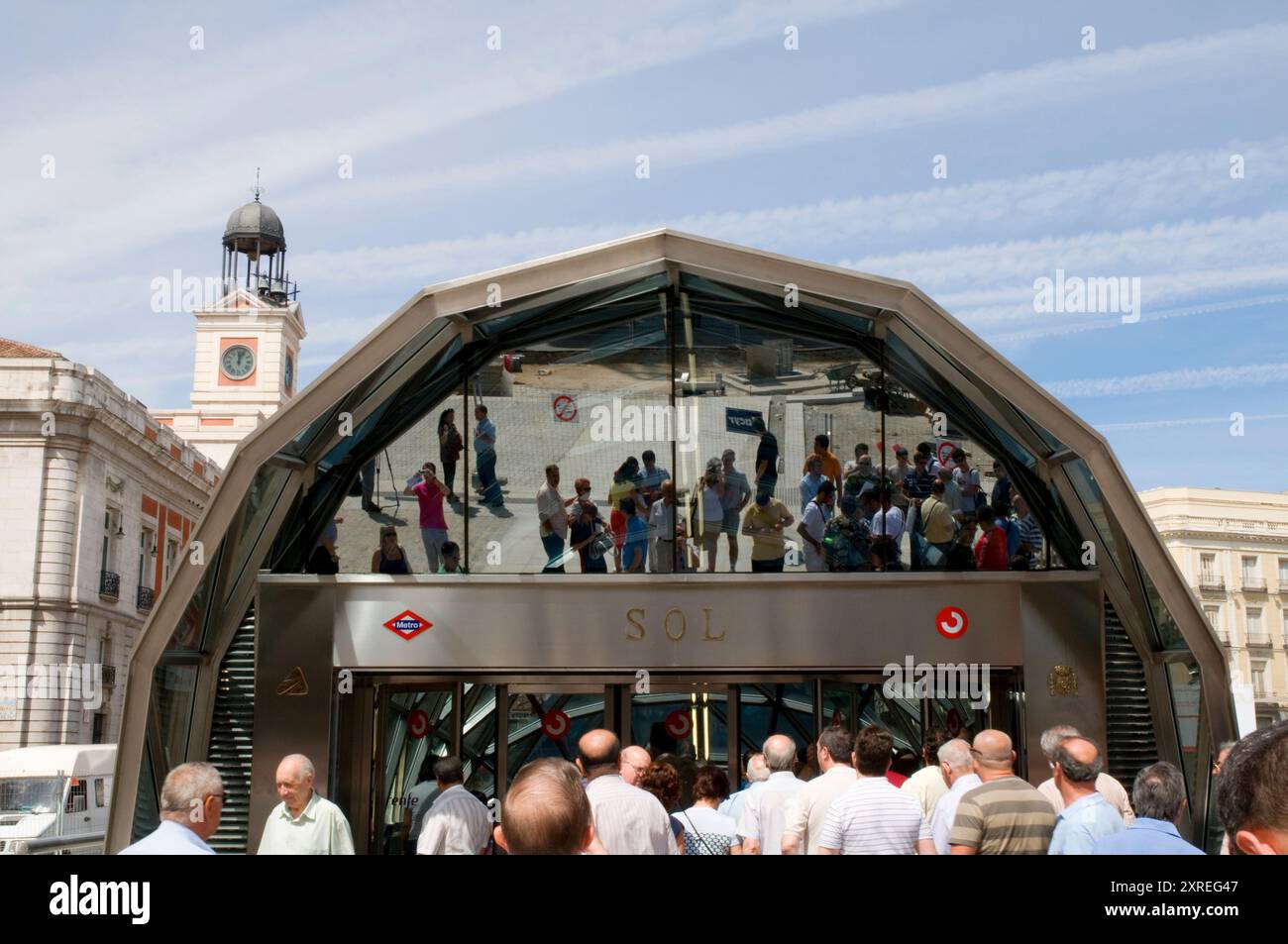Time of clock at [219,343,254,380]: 12:03
